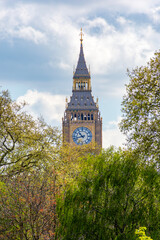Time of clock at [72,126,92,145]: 10:42
